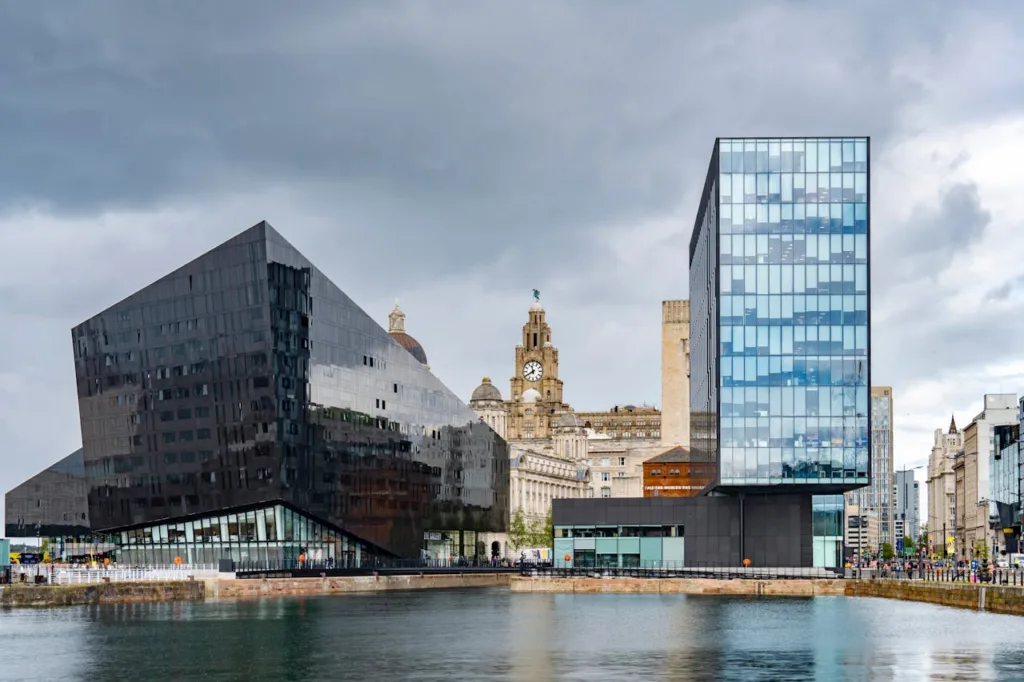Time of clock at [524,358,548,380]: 11:39
